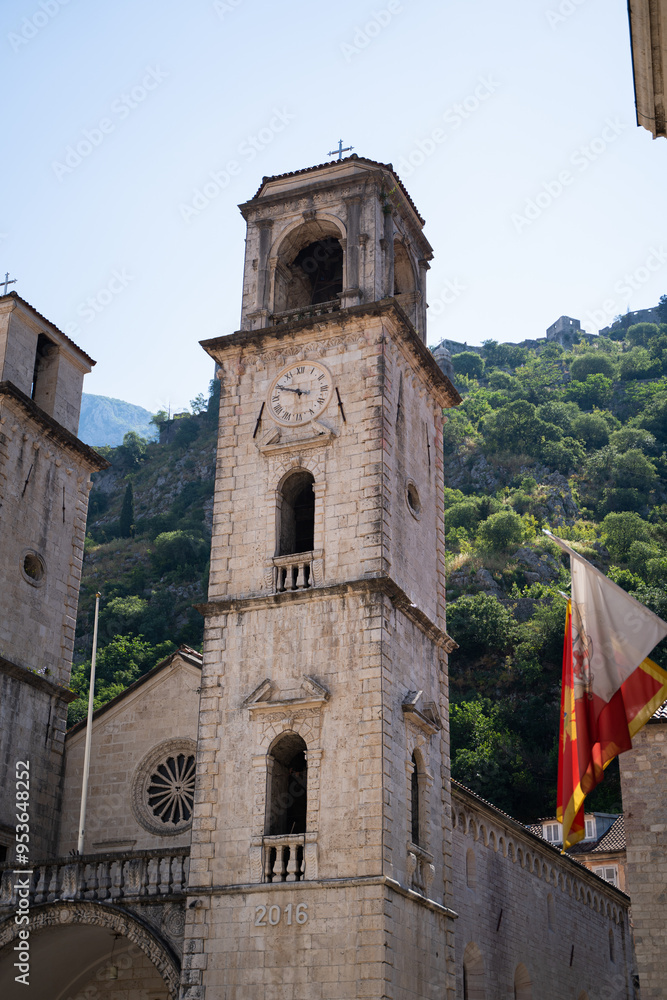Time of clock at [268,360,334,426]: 9:49
